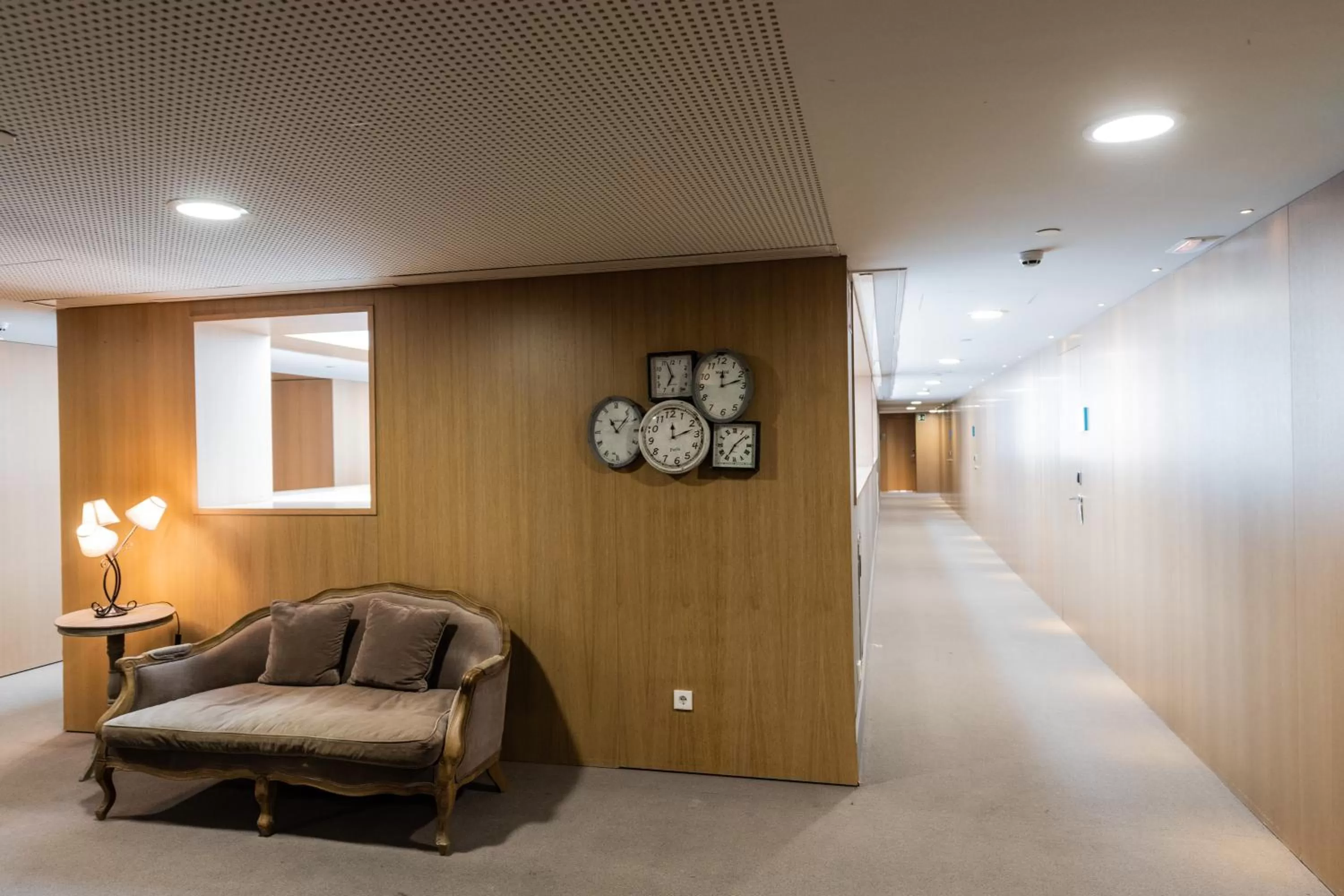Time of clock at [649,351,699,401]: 6:56
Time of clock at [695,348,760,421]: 12:12
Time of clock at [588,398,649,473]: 11:07
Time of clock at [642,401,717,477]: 12:12
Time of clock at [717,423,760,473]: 7:08
